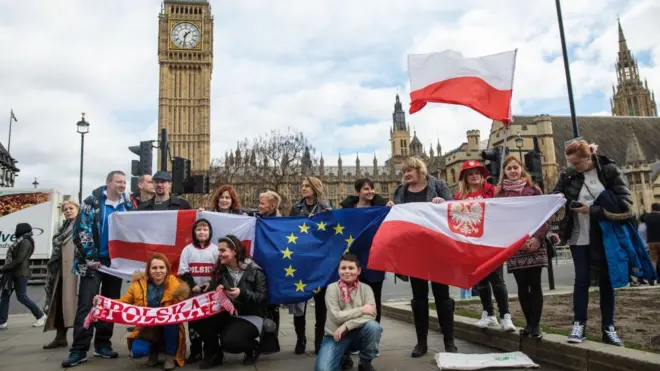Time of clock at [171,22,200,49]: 1:32
